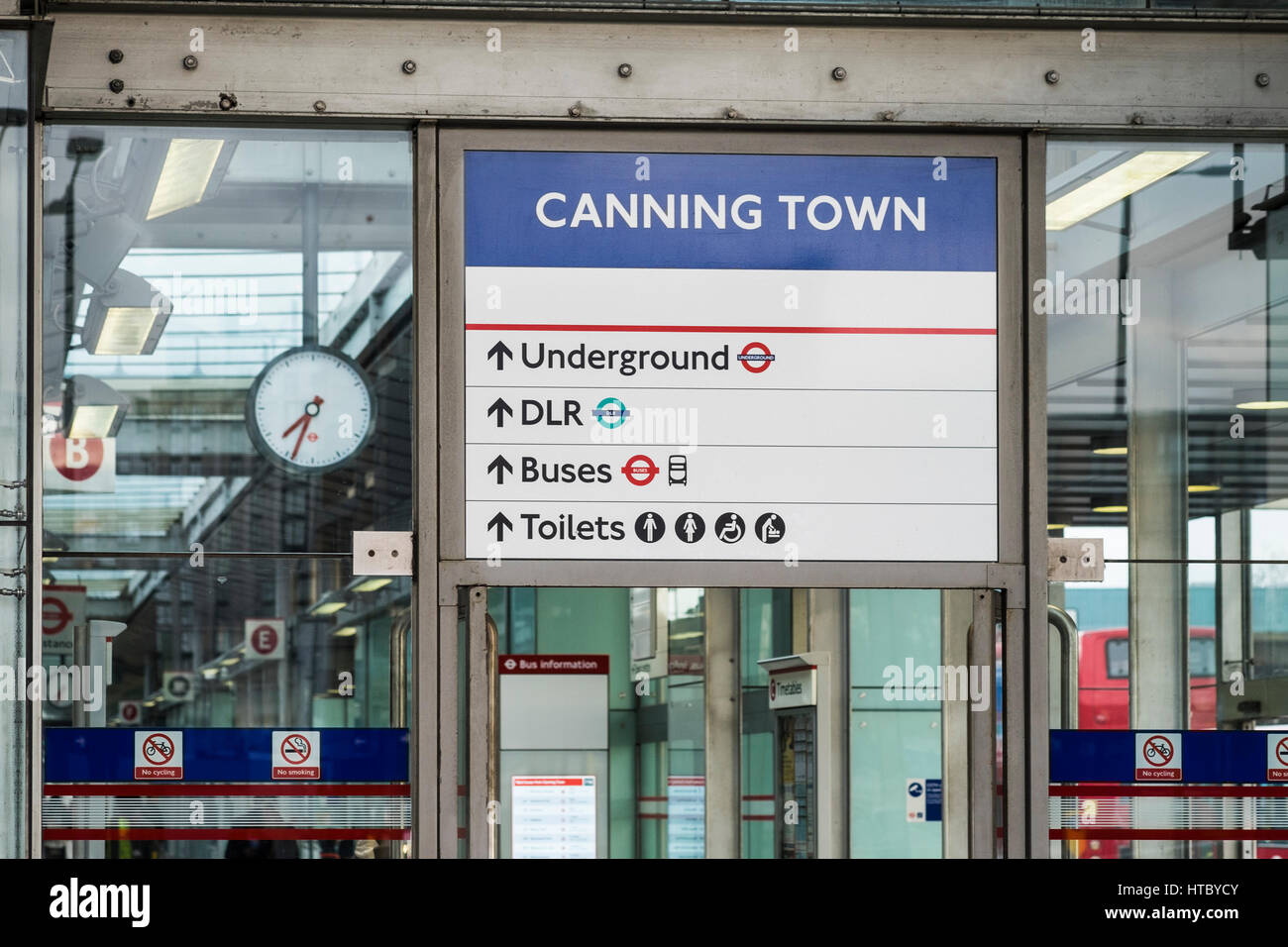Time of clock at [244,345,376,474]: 7:33
